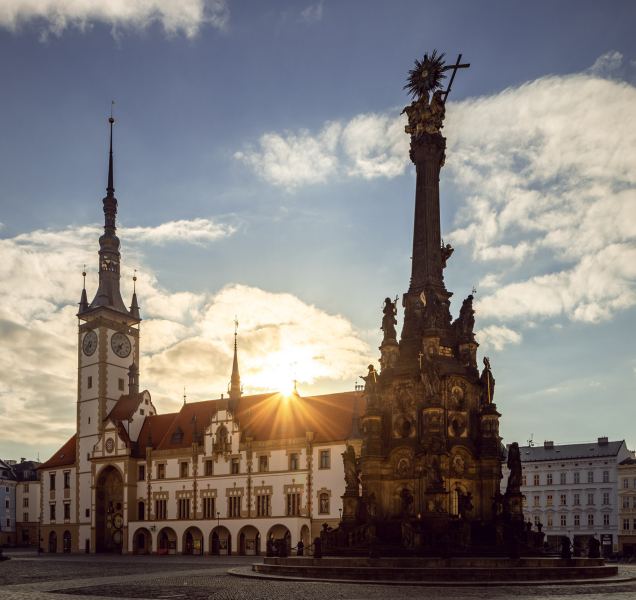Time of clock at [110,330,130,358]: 7:35
